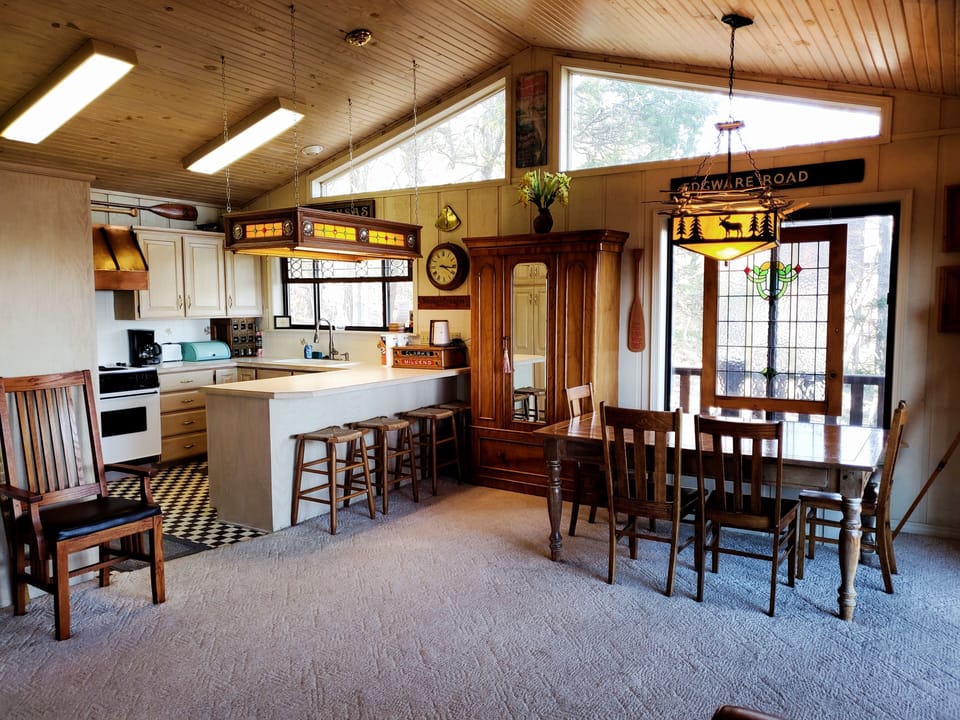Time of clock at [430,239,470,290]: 4:16
